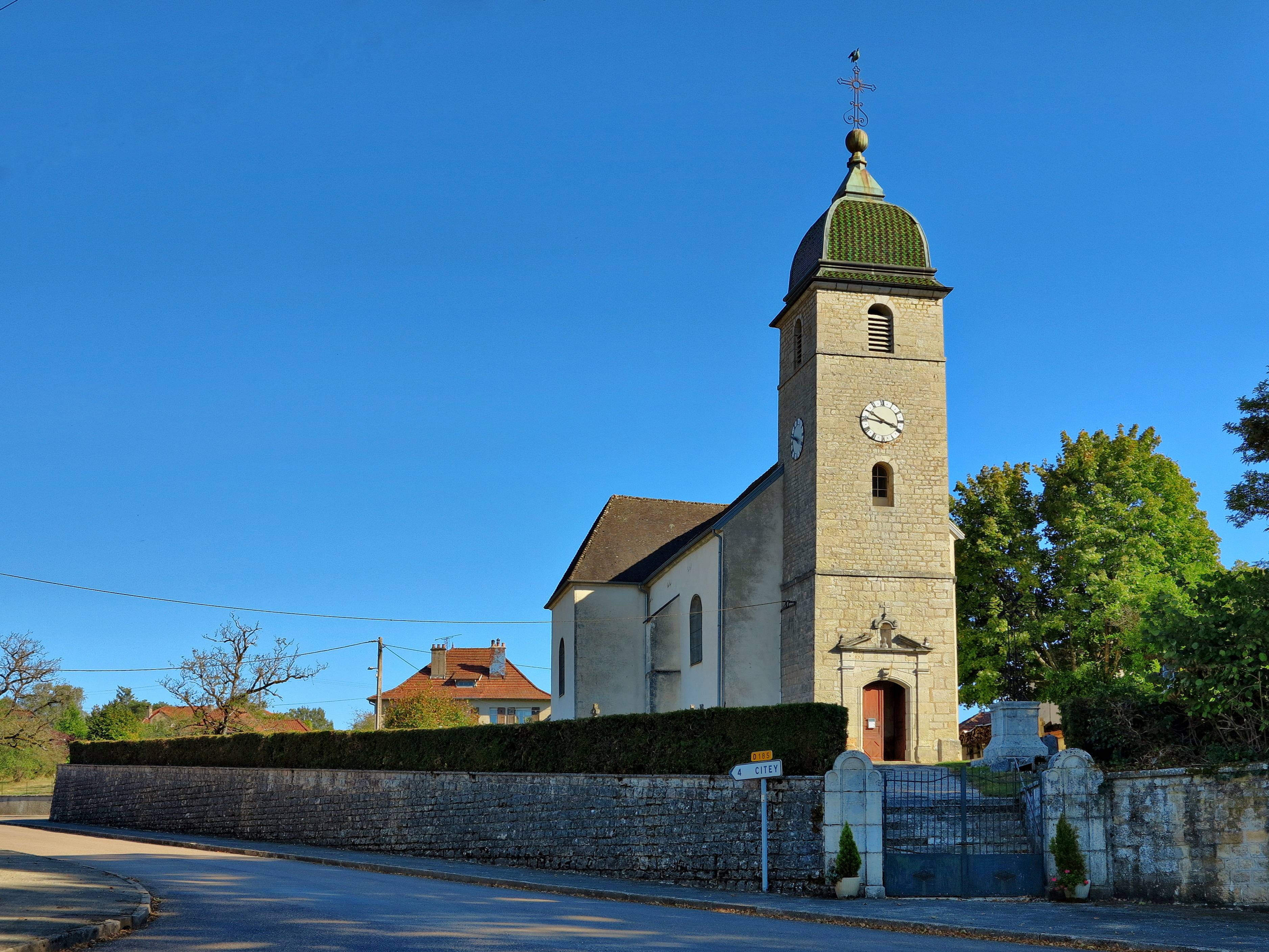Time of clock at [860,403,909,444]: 3:50
